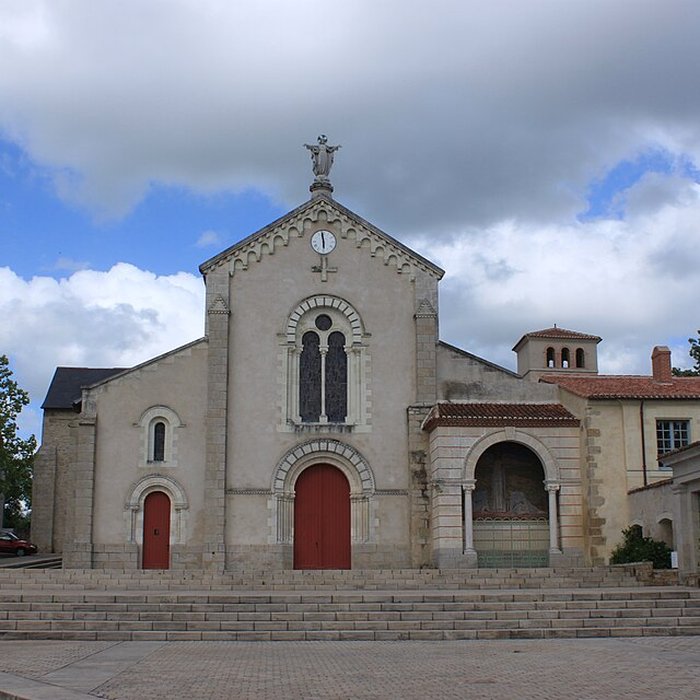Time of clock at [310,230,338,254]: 5:58
